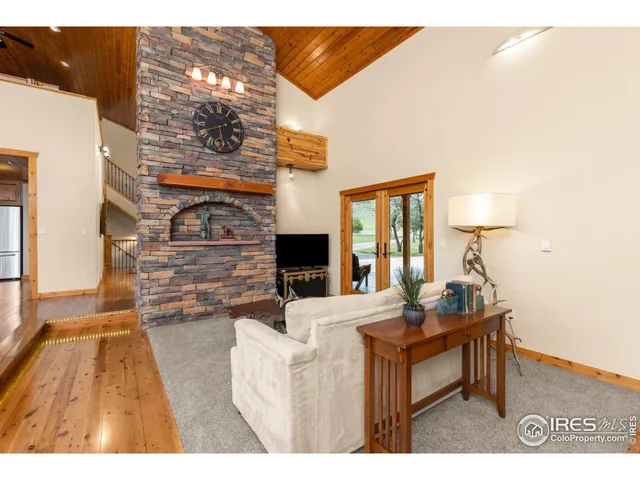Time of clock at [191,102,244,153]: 5:41
